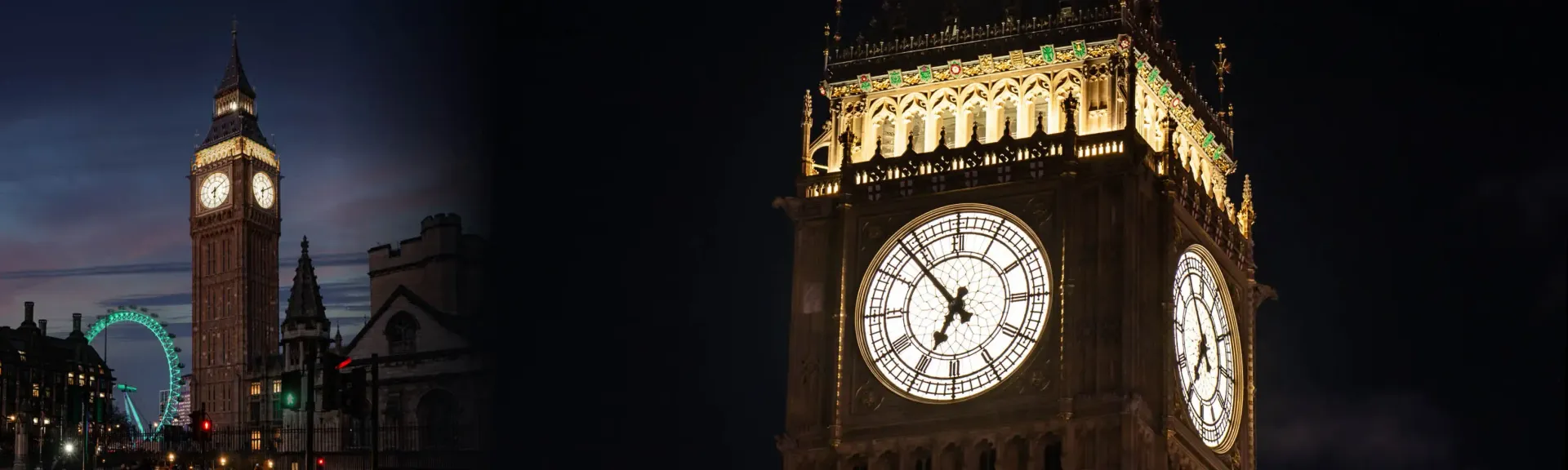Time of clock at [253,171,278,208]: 6:10
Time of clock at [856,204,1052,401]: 6:53
